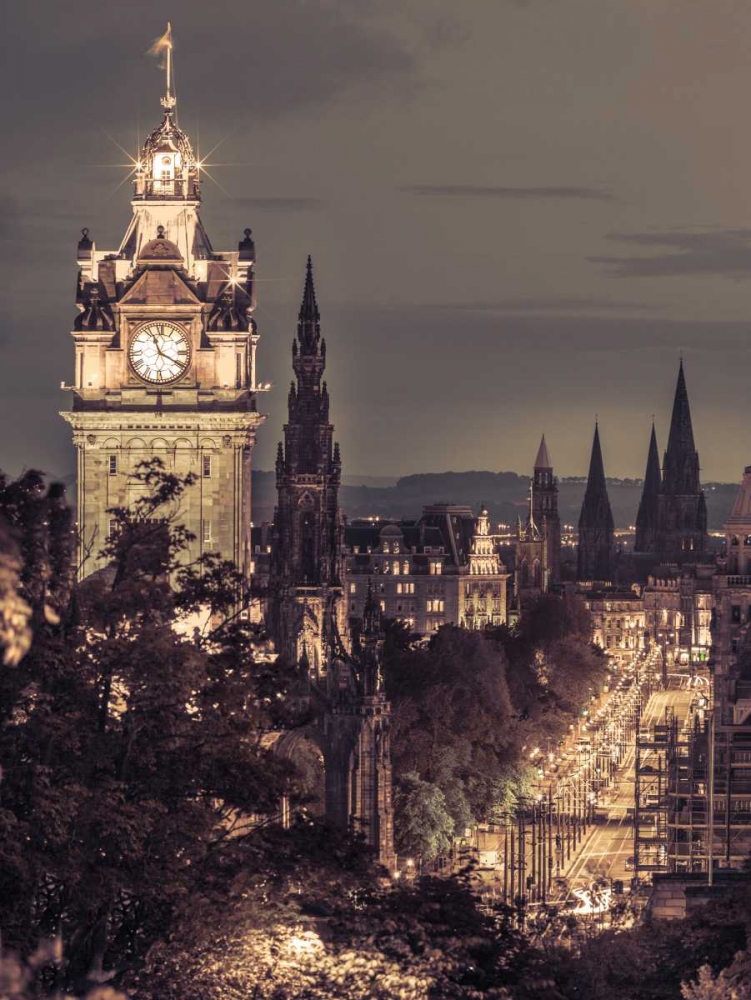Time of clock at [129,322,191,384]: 11:19
